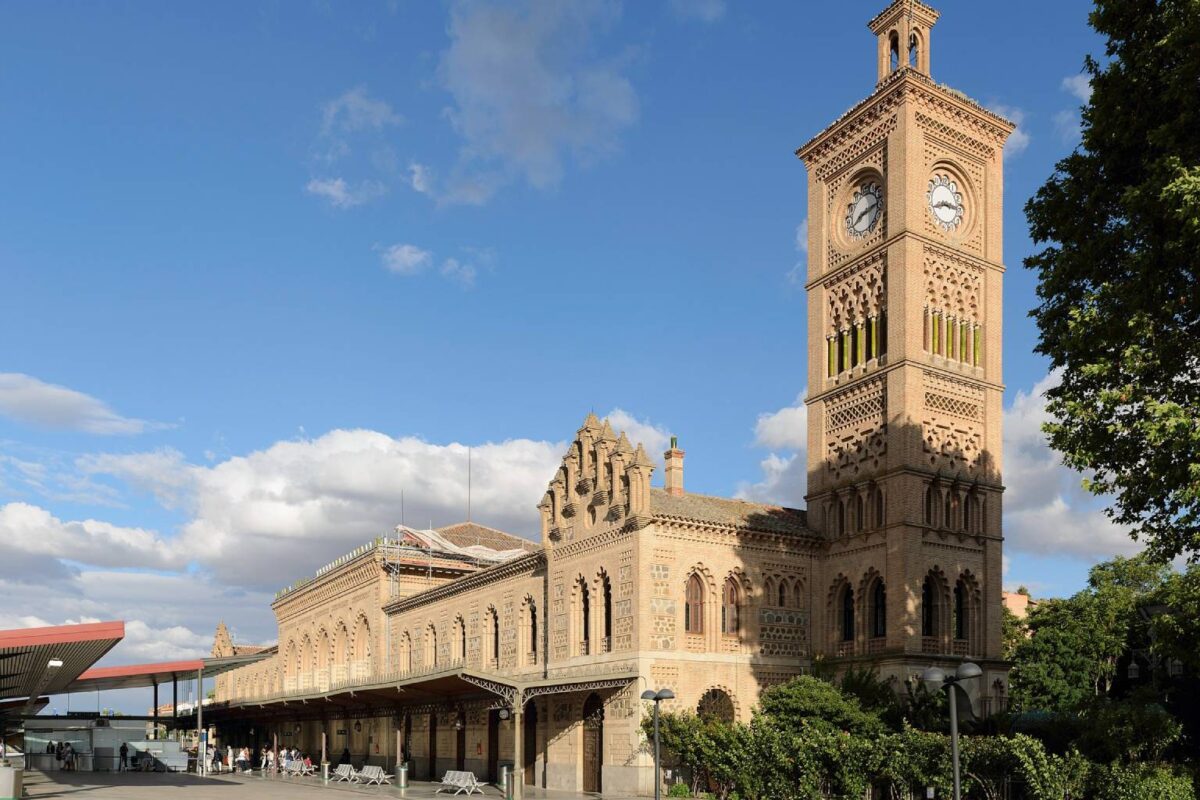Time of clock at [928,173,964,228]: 8:16
